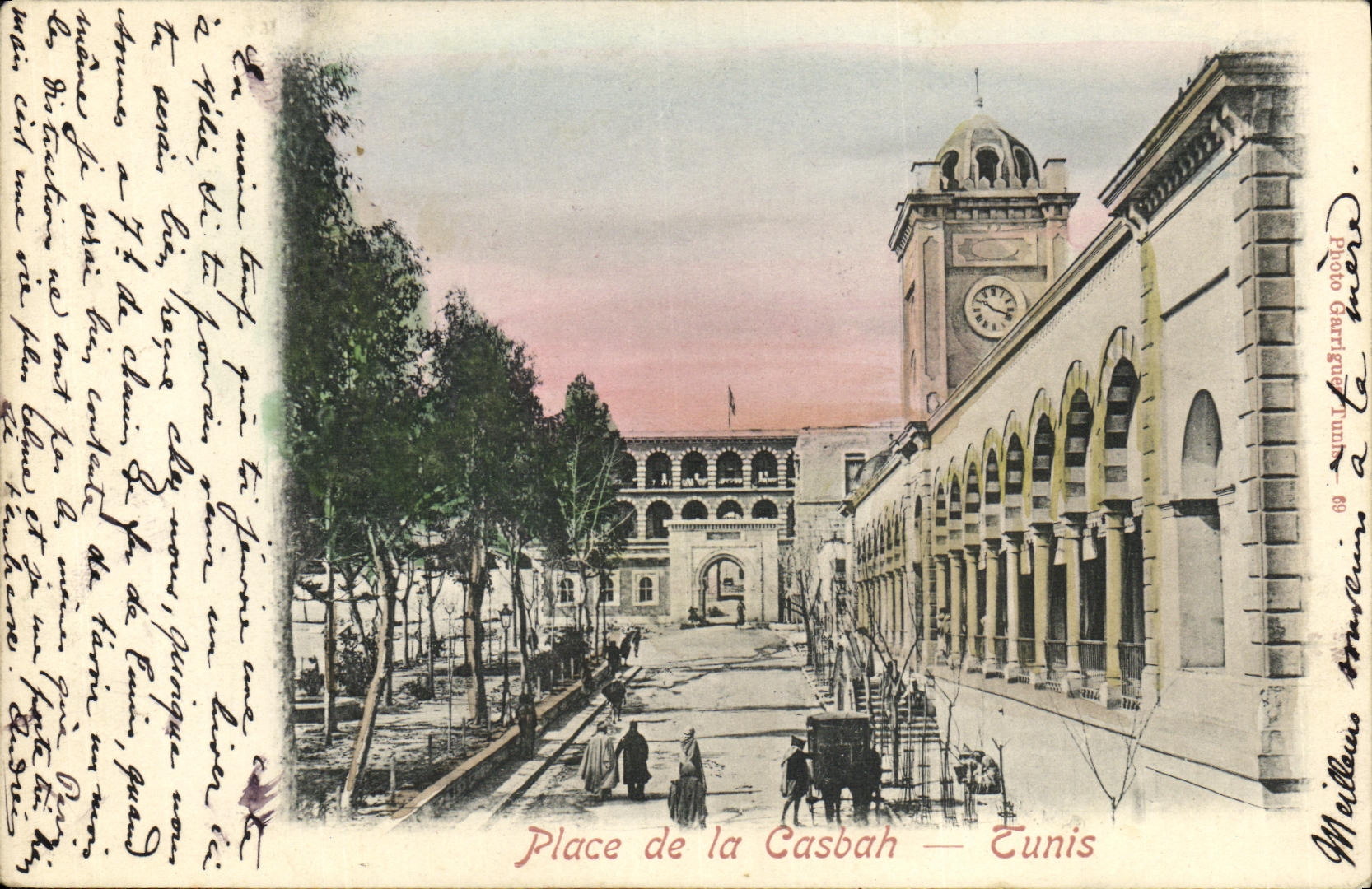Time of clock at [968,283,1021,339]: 10:17
